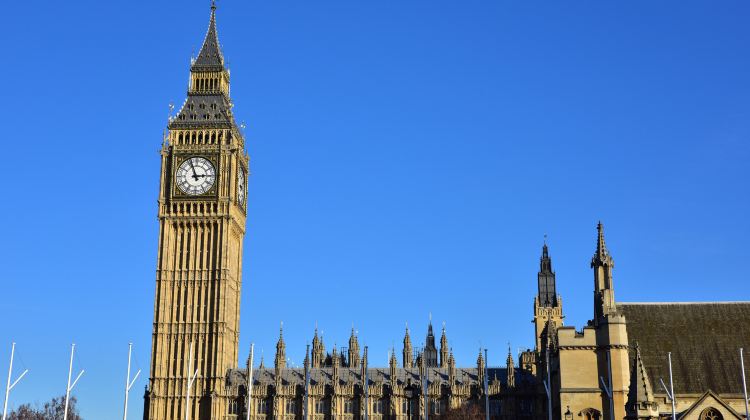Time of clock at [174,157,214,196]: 2:56
